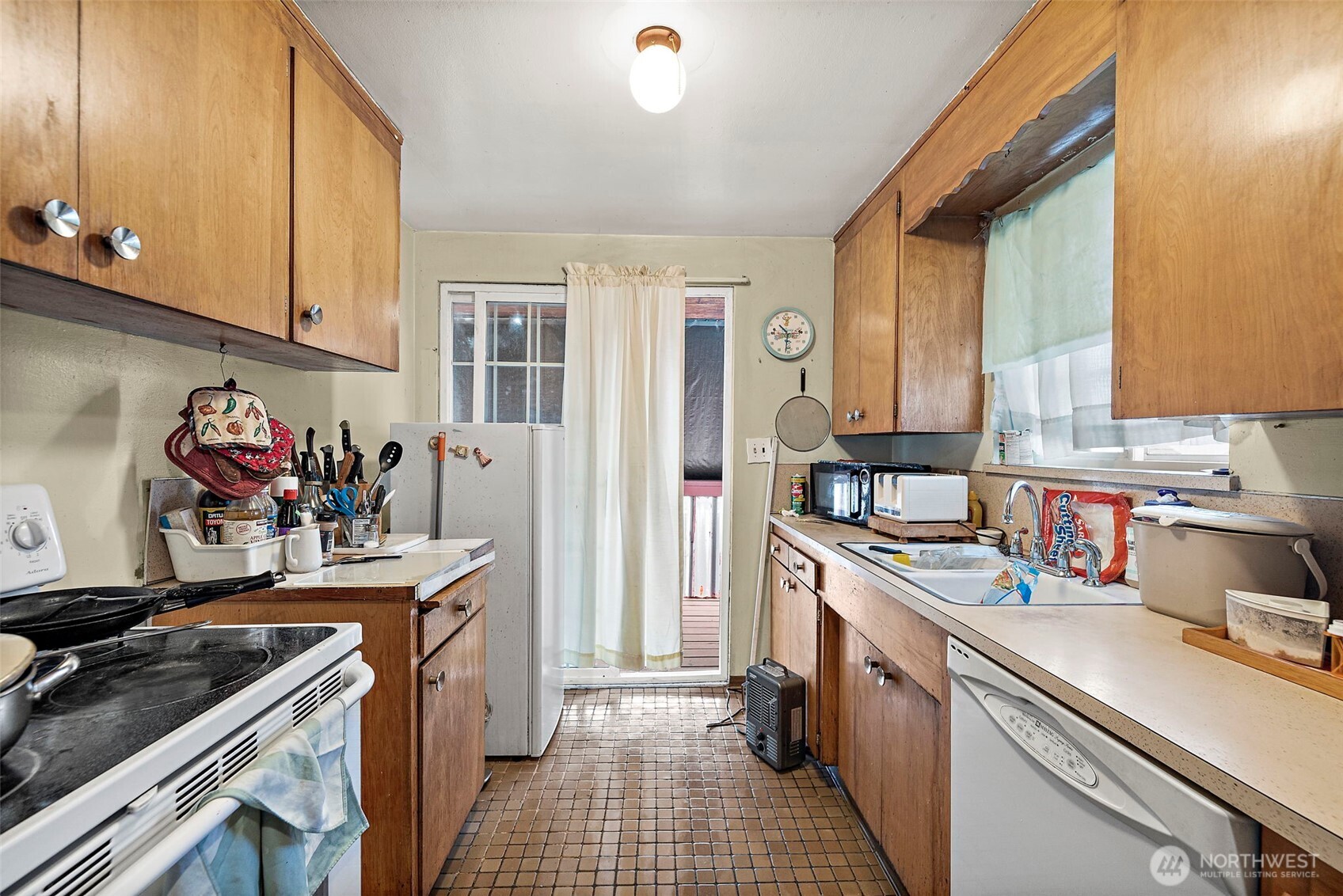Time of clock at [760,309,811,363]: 10:31
